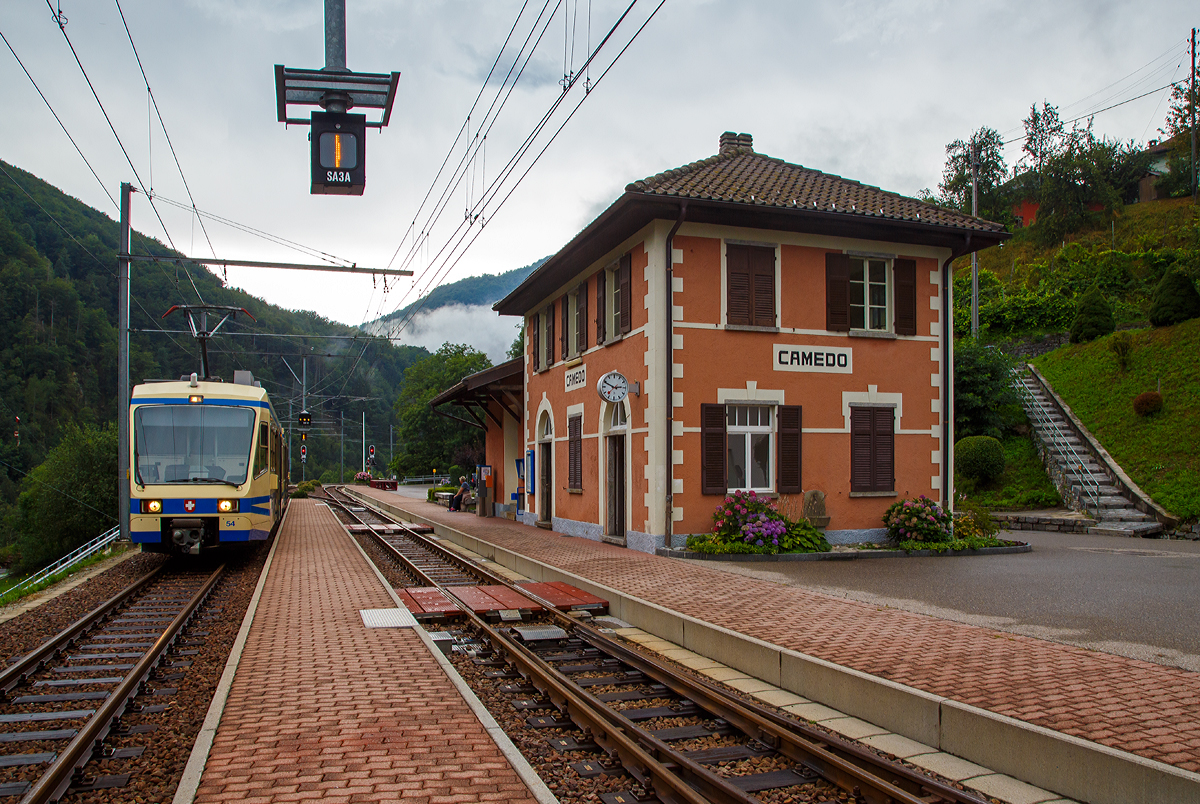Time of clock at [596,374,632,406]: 2:49
